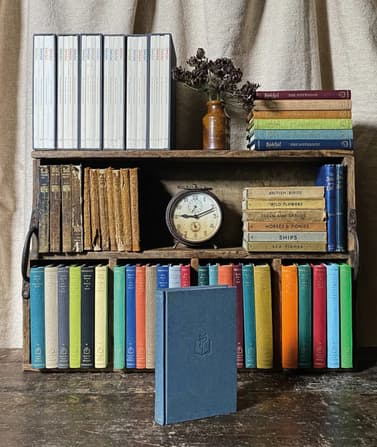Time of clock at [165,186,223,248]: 9:11
